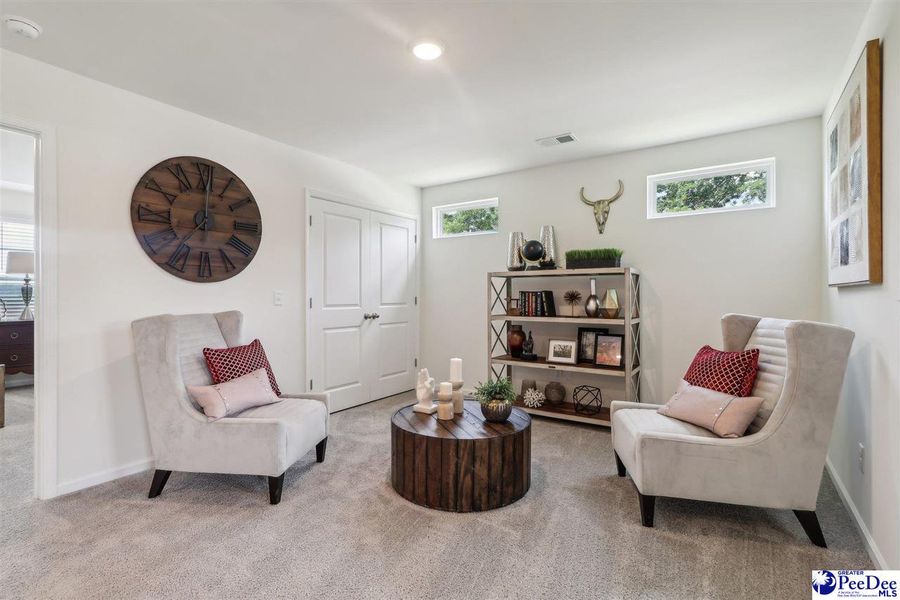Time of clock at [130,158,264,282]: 7:00
